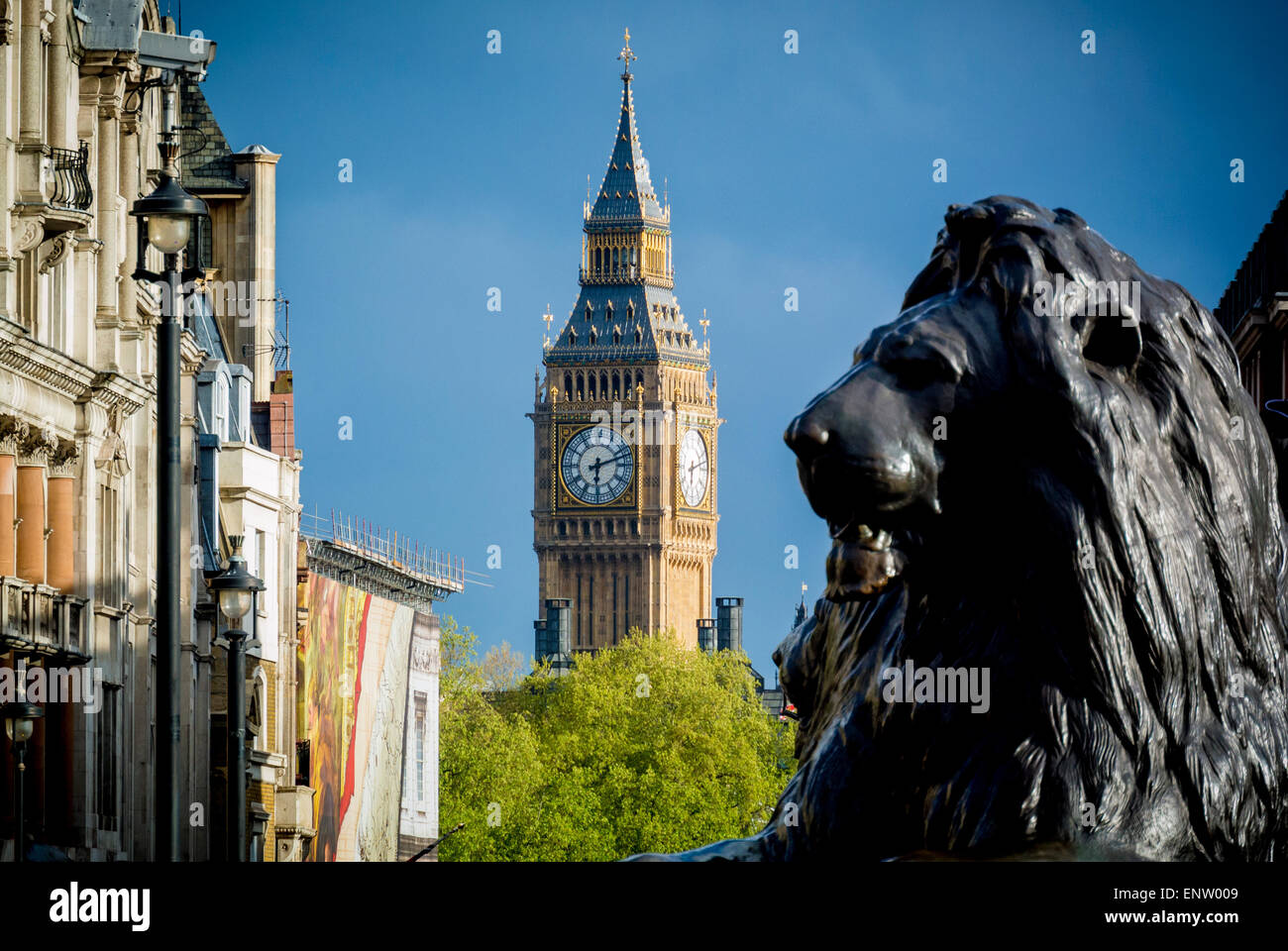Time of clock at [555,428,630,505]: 6:12
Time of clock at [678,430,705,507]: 6:12
